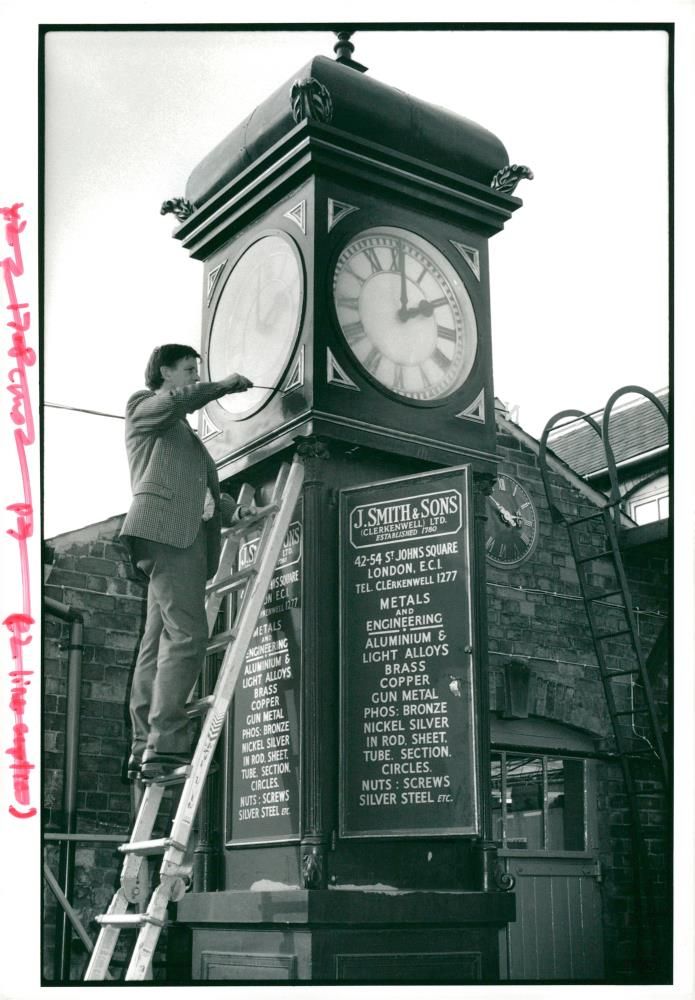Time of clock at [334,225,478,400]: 2:00
